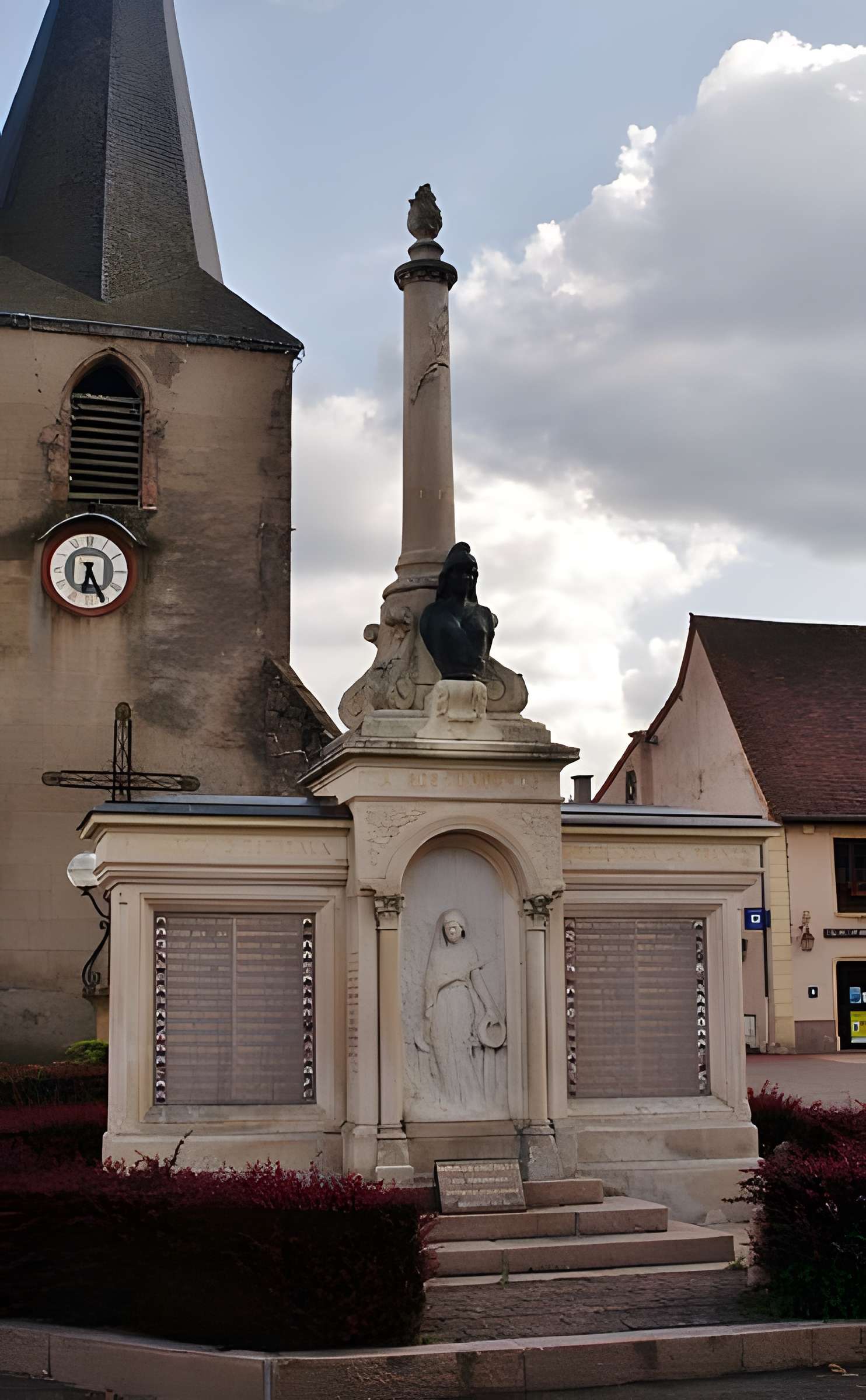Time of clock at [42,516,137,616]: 6:25
